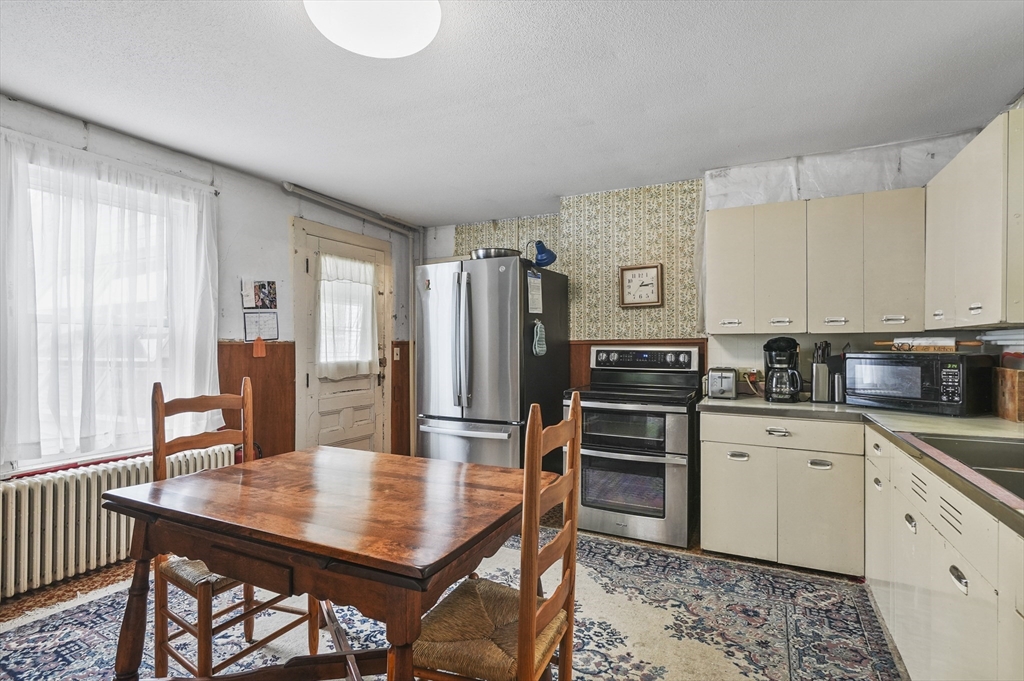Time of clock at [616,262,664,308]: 3:13
